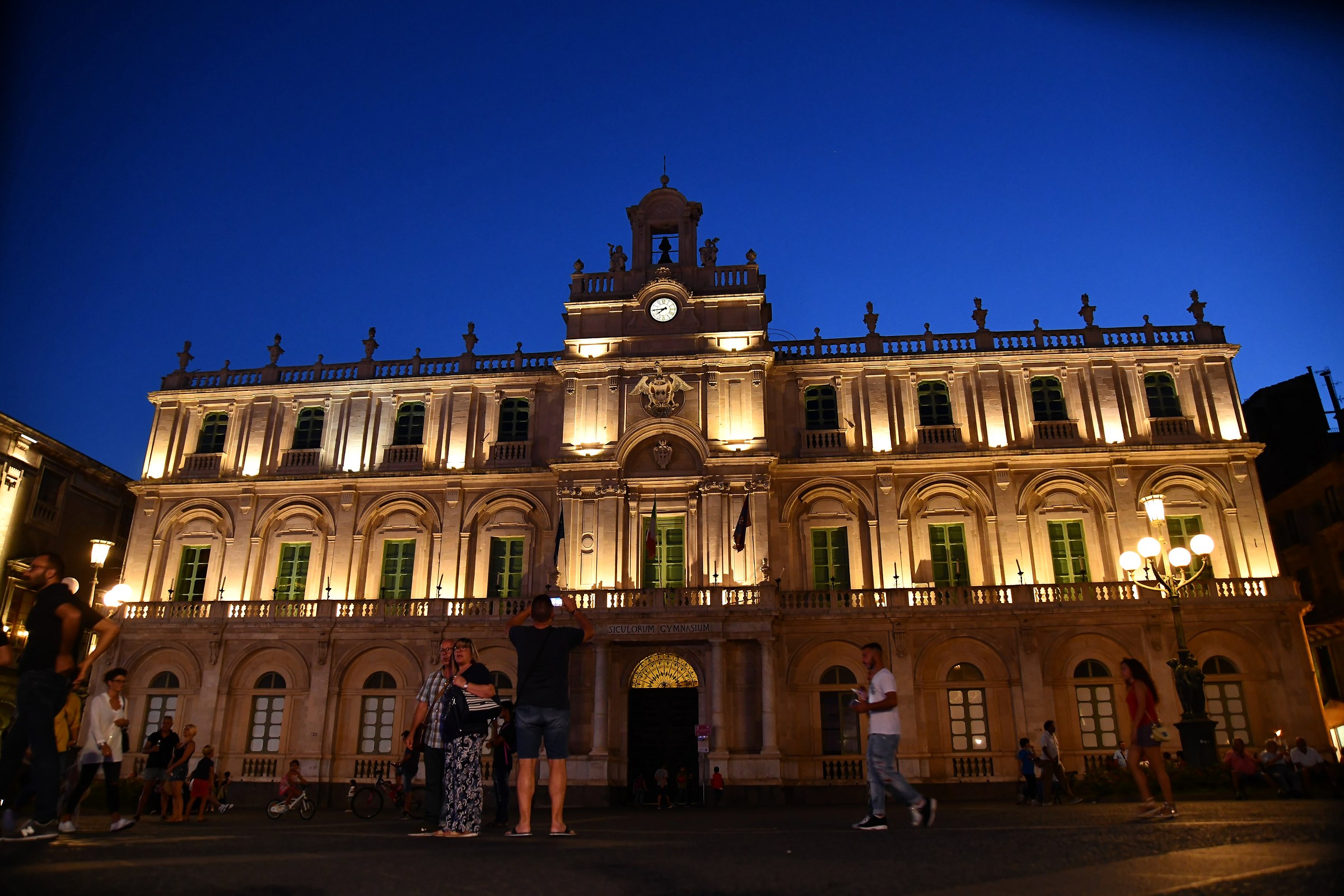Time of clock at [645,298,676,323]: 7:44
